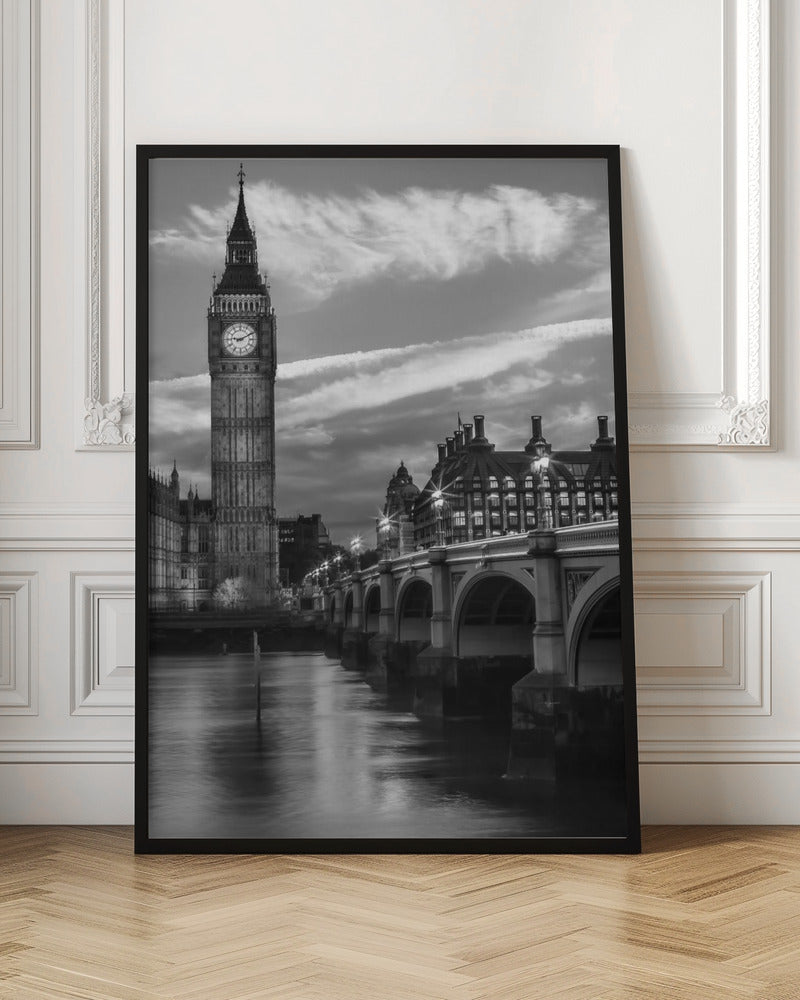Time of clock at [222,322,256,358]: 9:10
